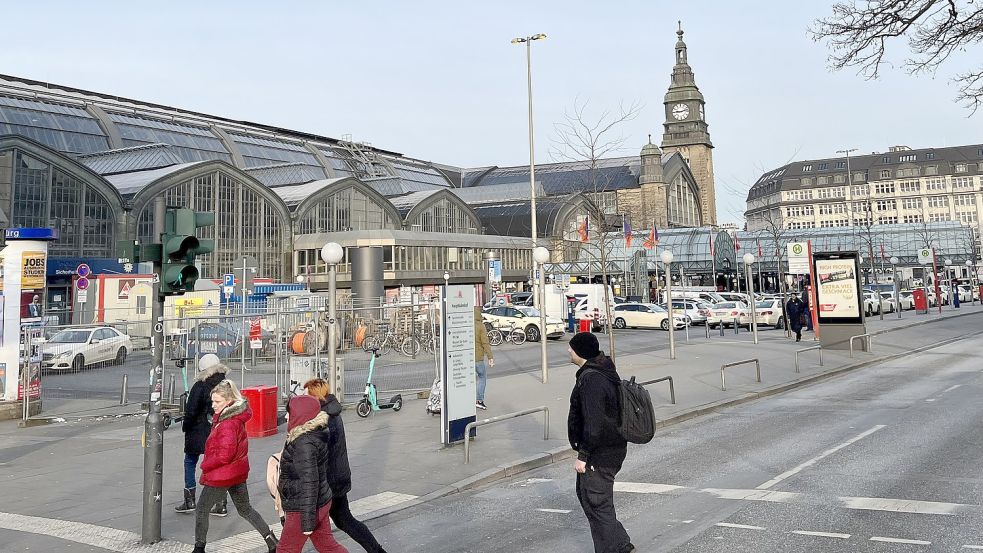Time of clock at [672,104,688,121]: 9:12
